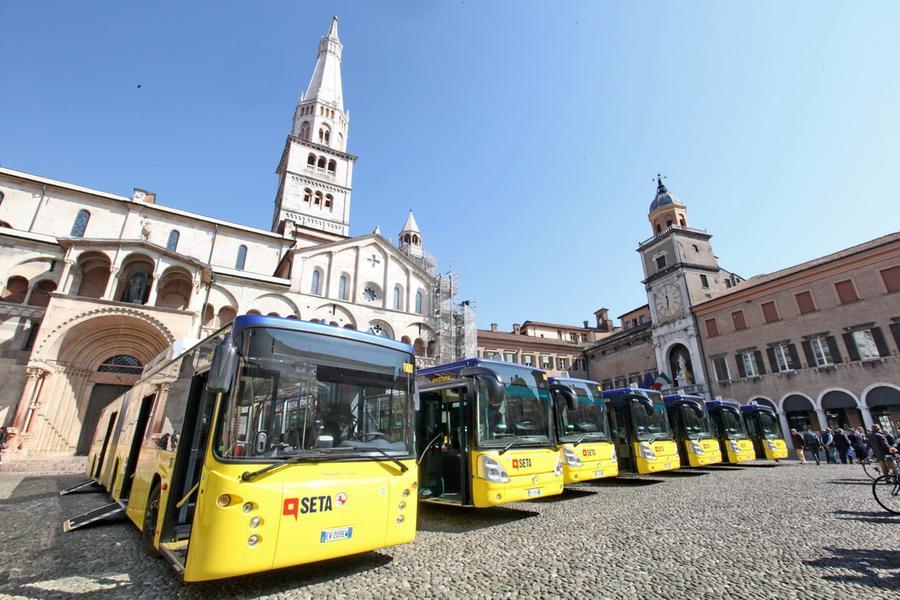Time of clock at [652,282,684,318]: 11:32
